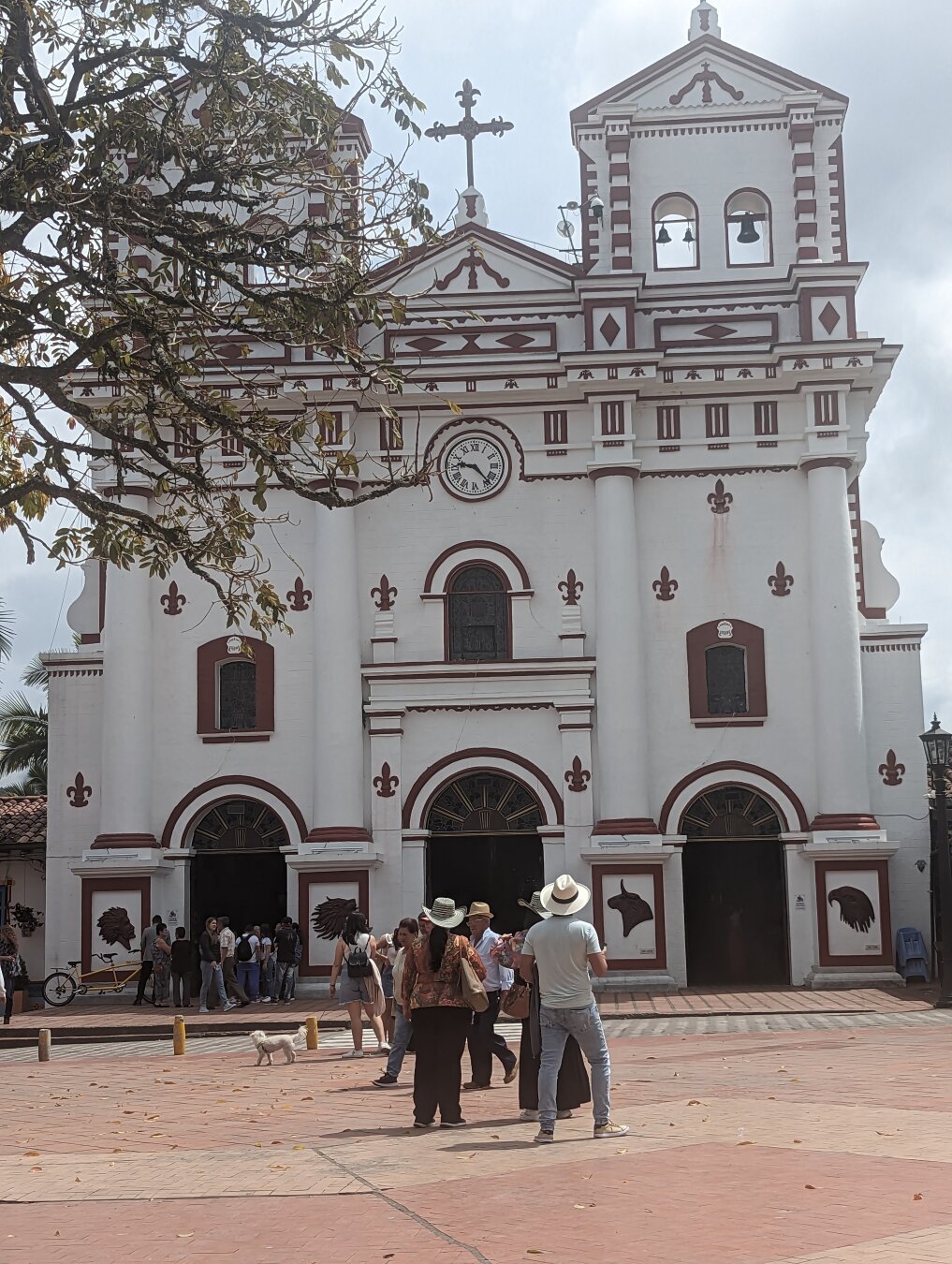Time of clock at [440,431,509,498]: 9:23
